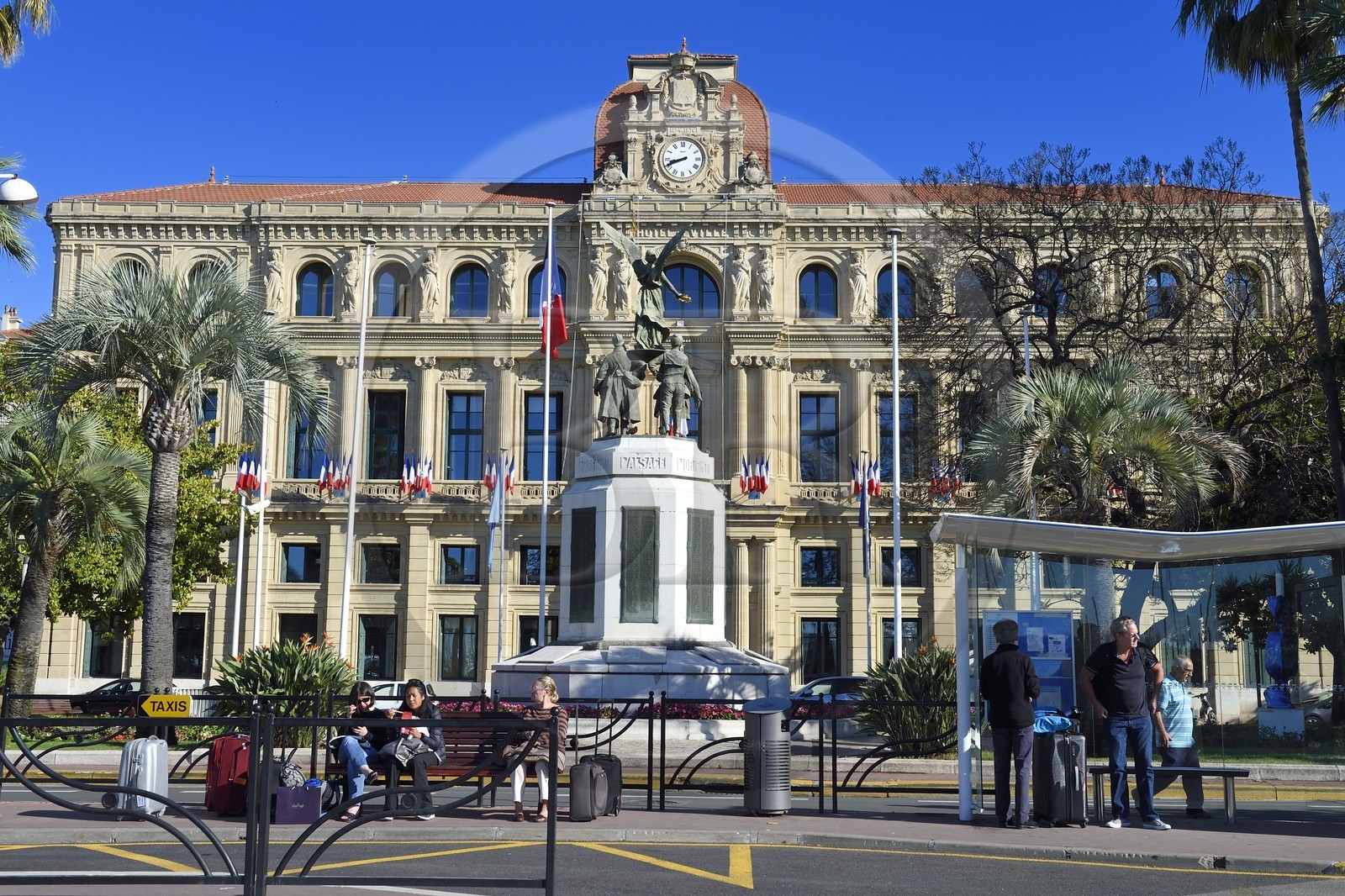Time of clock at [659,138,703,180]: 8:41
